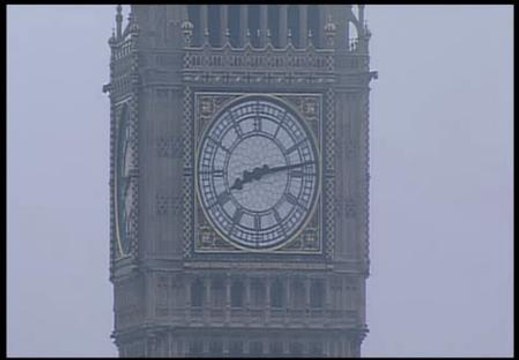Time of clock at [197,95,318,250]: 8:13
